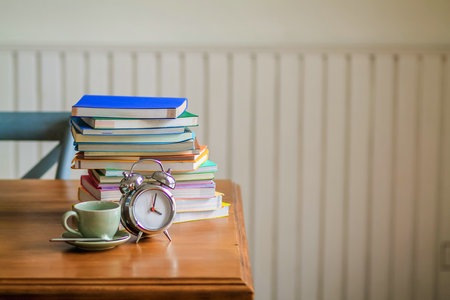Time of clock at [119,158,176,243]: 4:02
